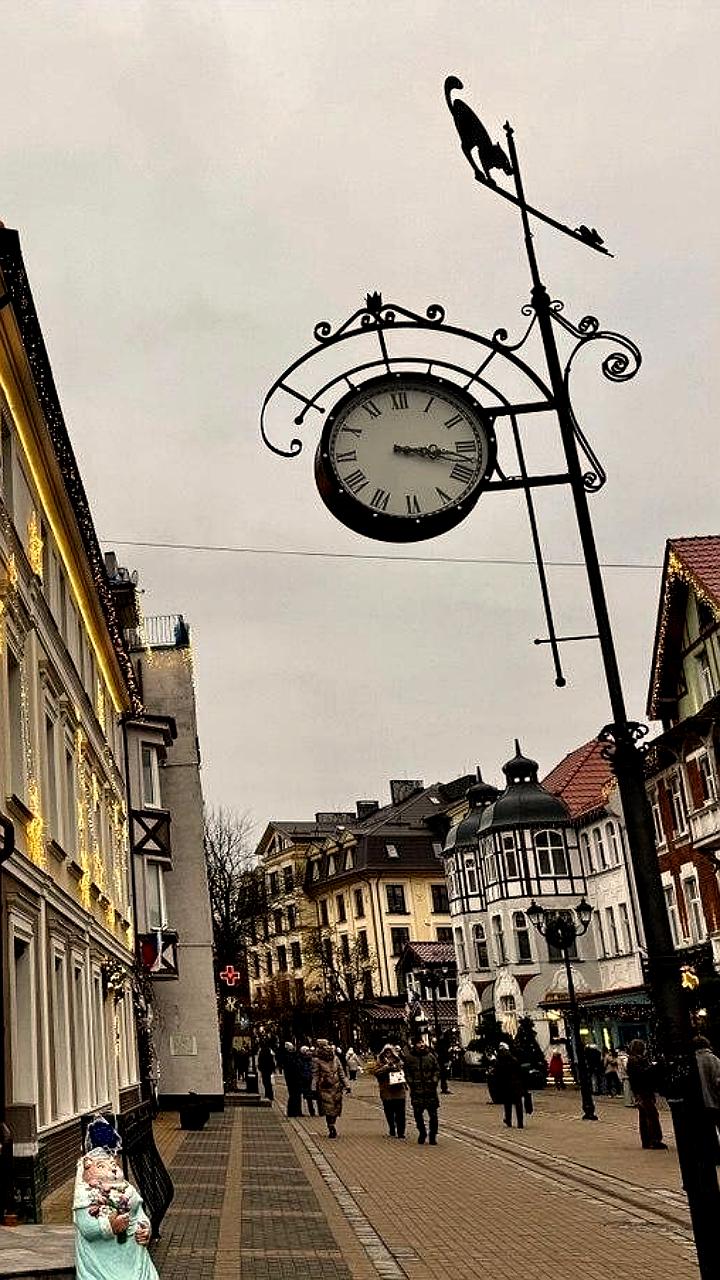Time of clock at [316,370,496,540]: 3:17
